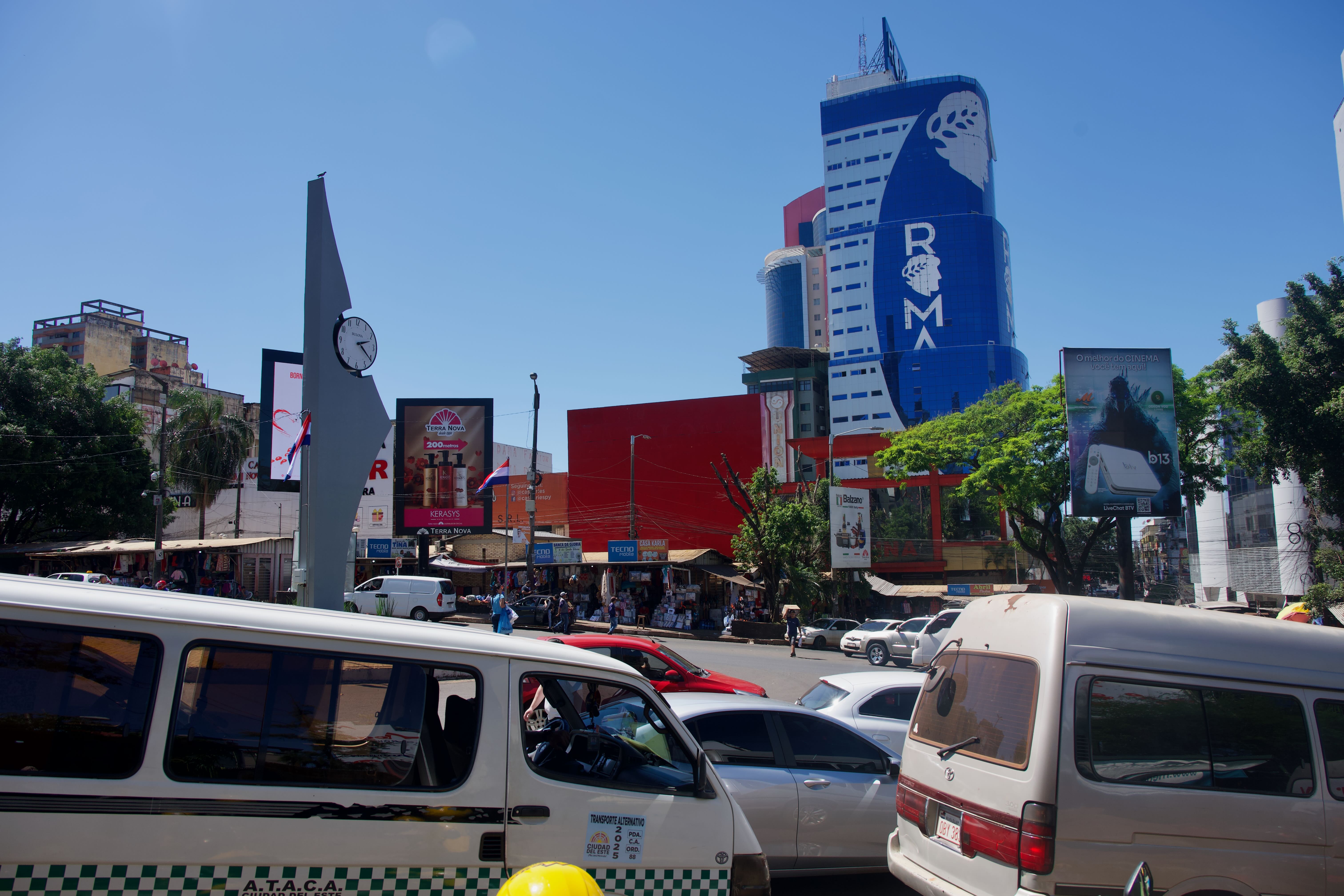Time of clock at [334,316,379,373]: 2:20
